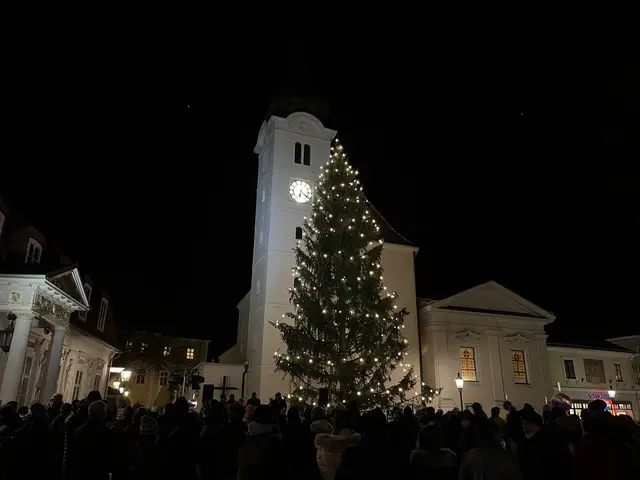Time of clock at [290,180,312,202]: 6:21
